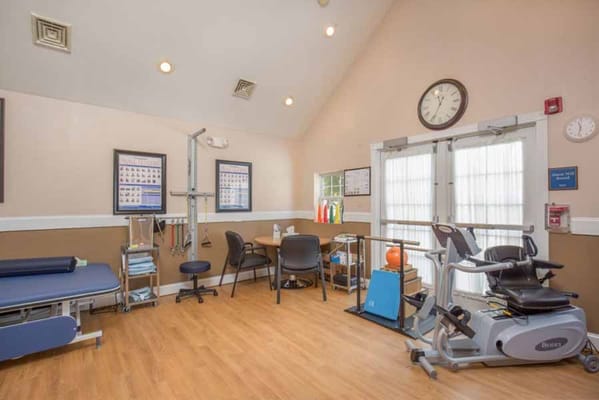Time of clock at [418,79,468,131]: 11:34
